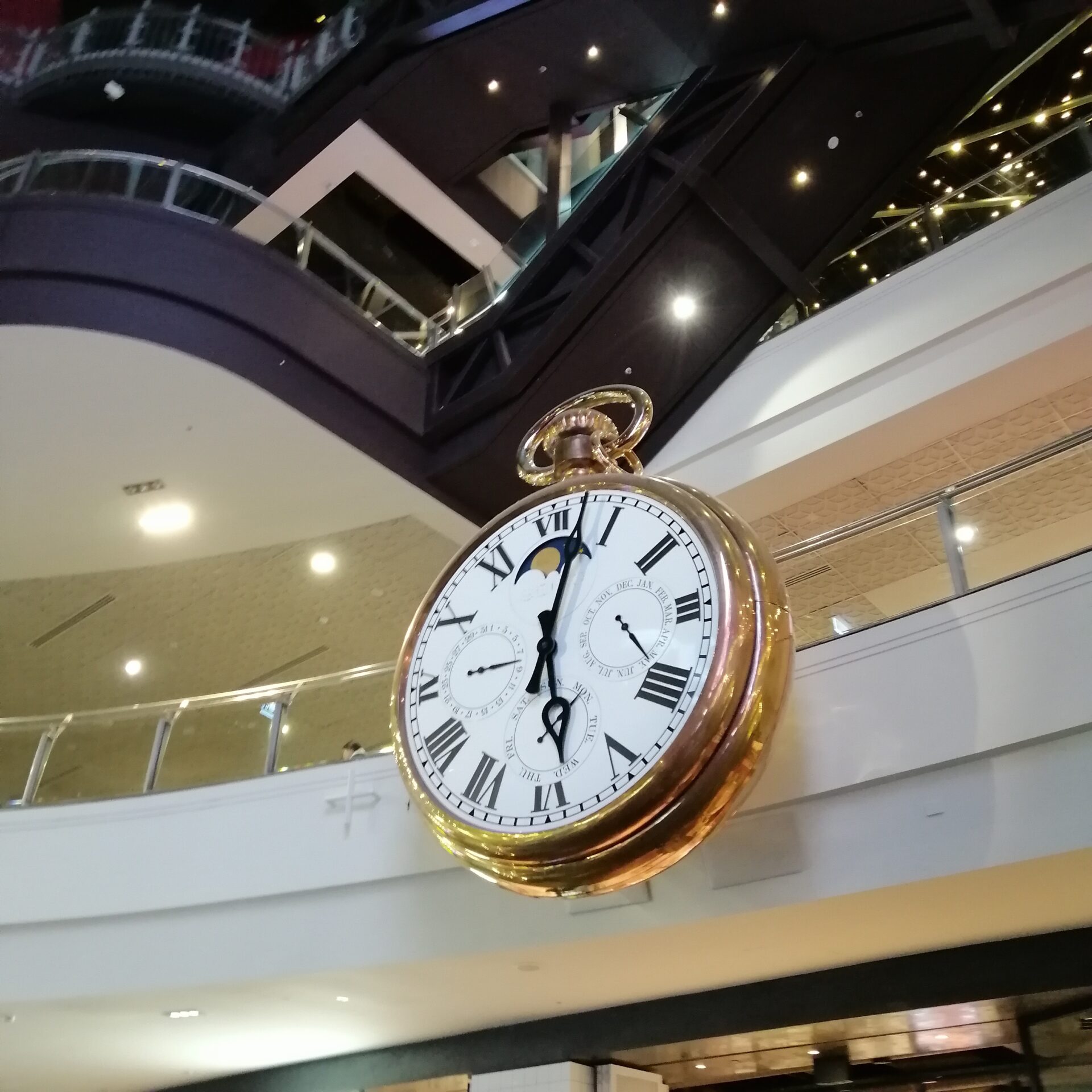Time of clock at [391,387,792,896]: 6:02
